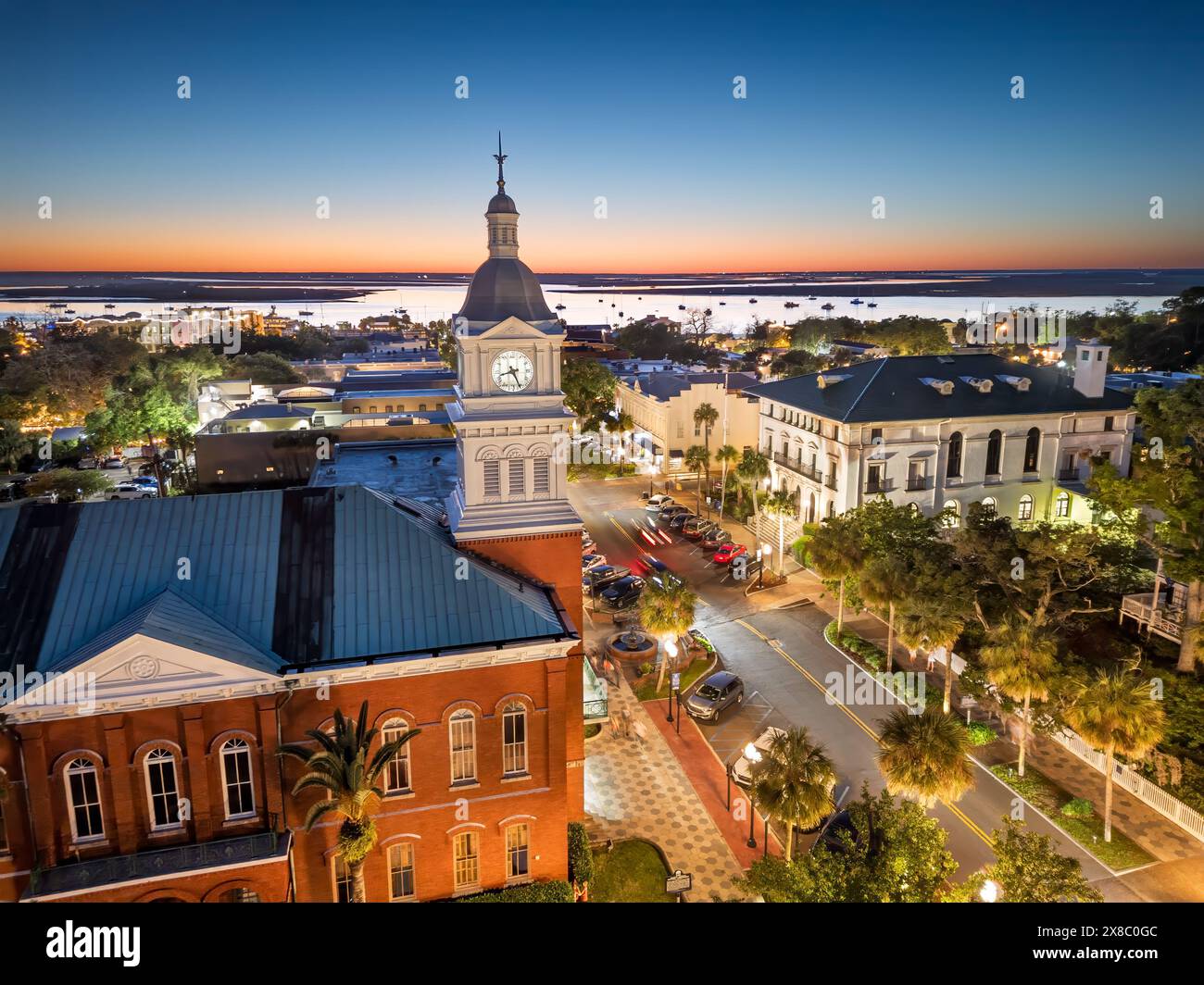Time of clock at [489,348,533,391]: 8:26
